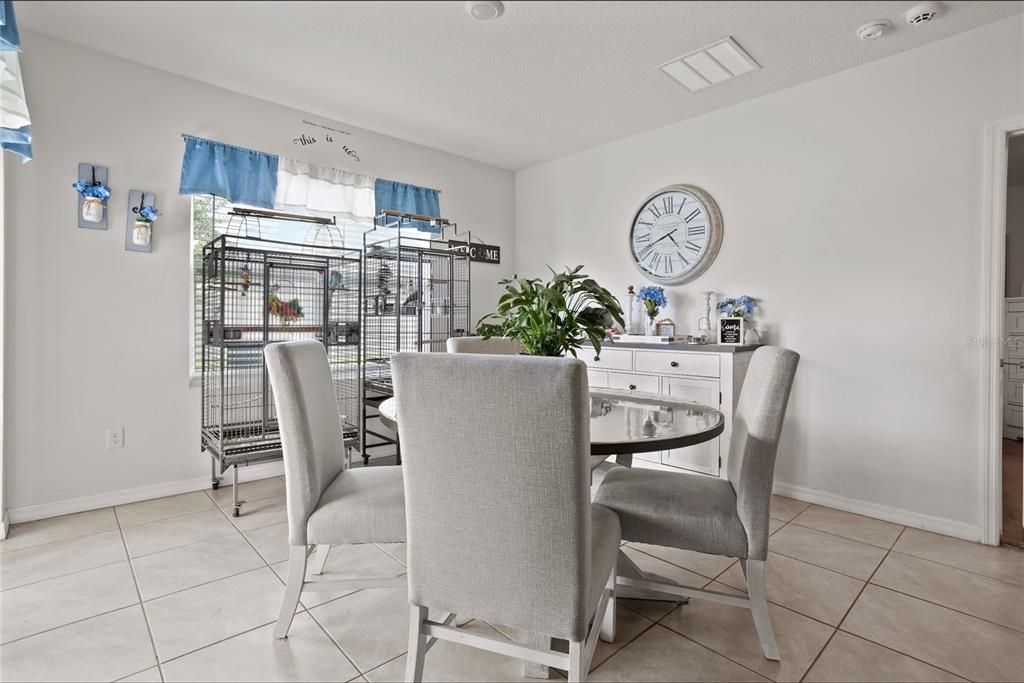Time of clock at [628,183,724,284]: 4:41
